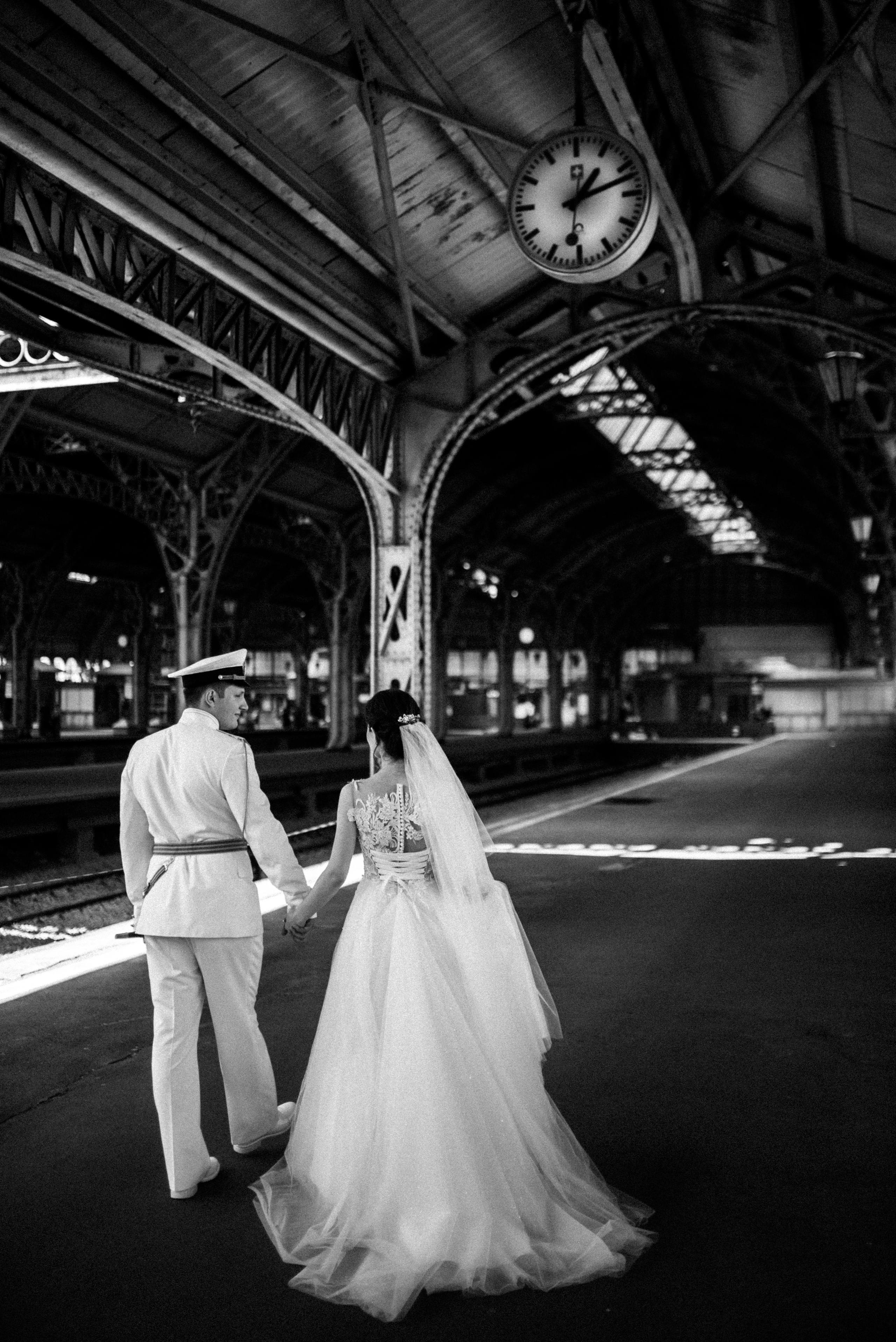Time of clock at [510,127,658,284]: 1:12
